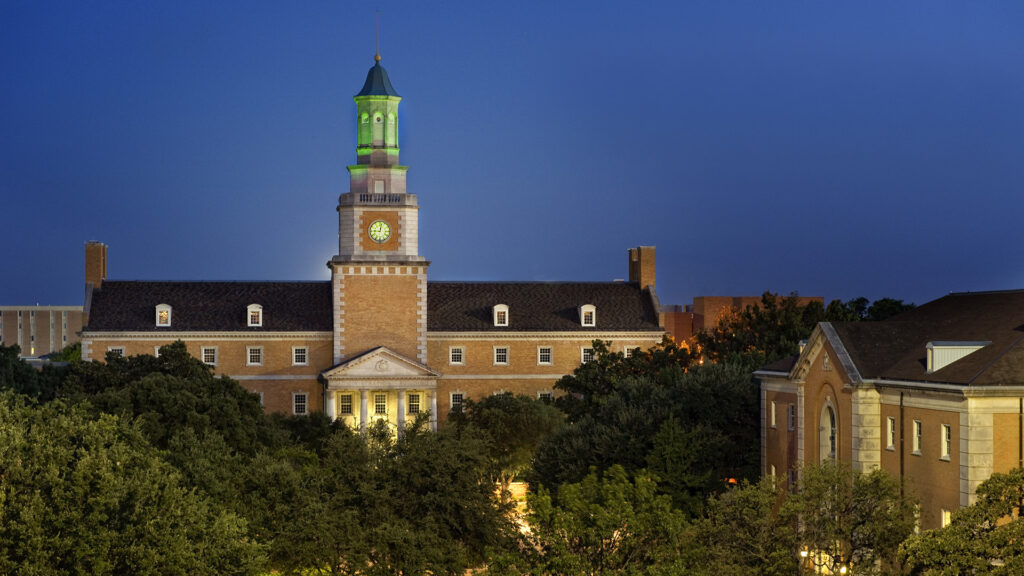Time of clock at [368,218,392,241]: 9:01
